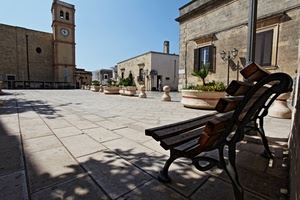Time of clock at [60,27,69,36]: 4:00
